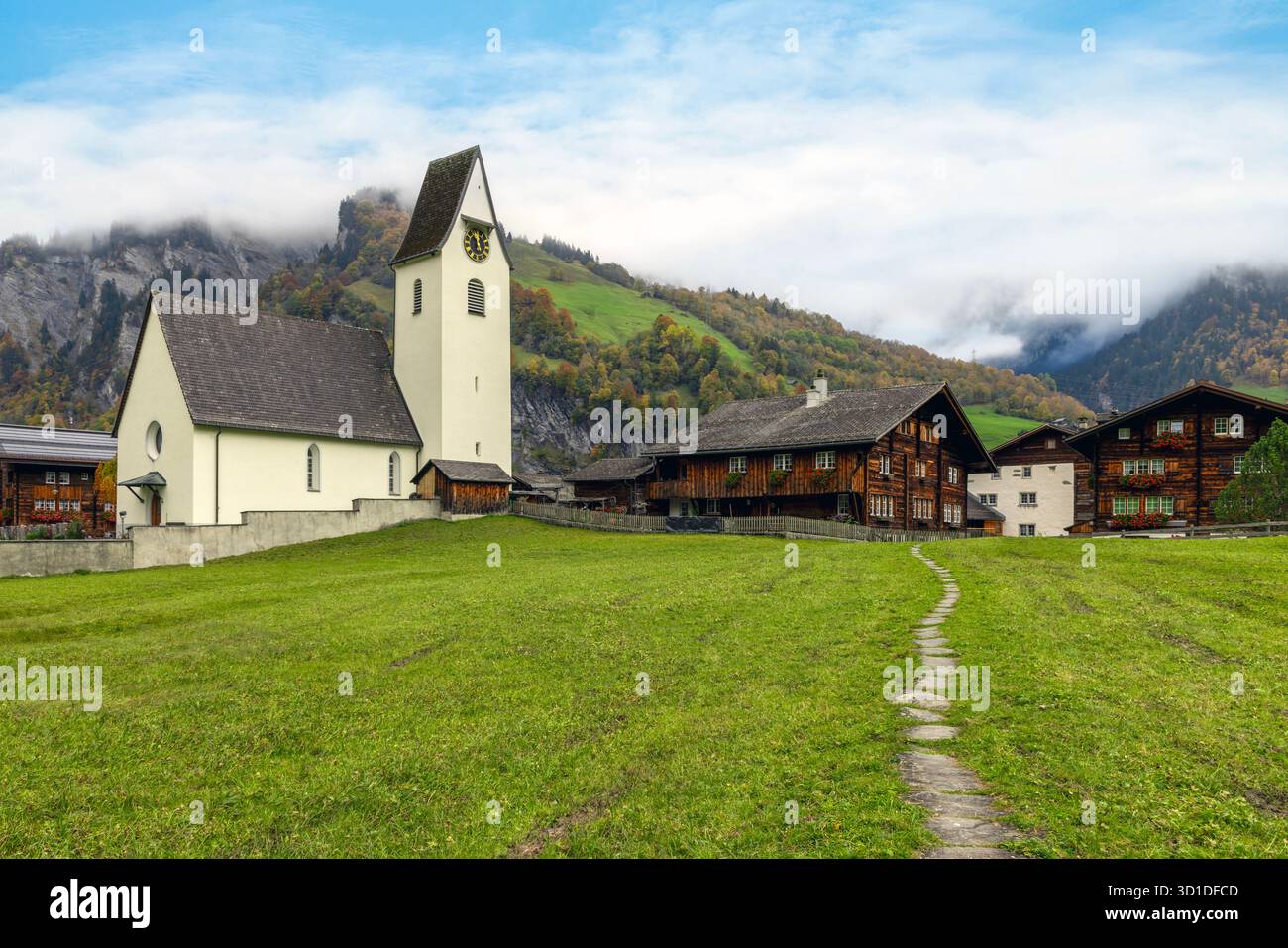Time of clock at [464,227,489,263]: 12:28
